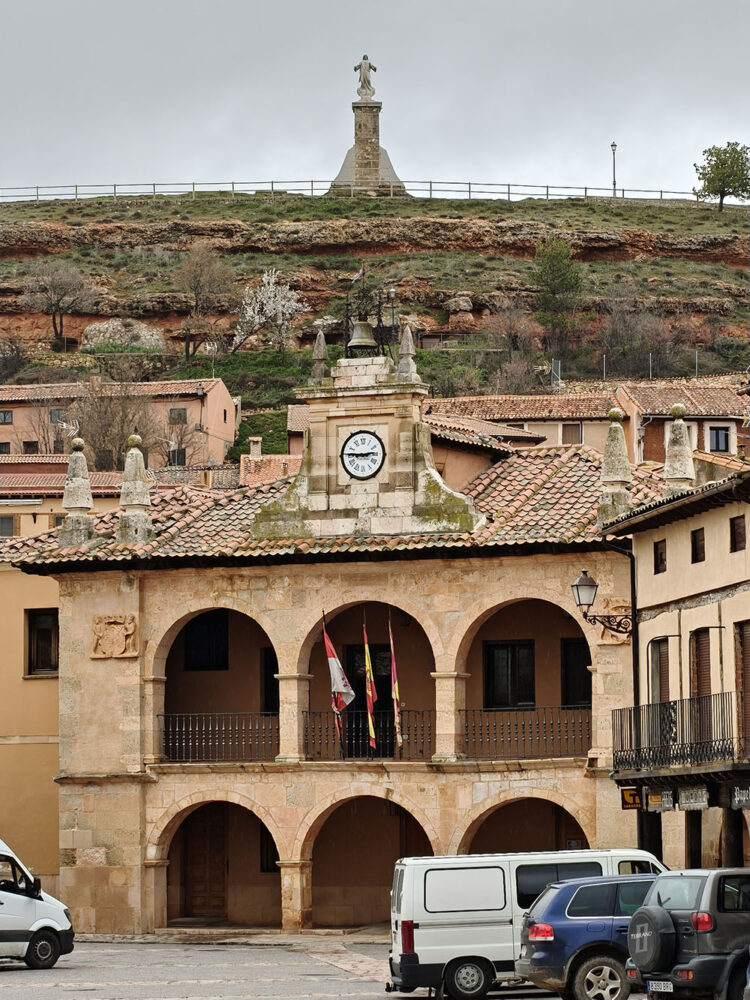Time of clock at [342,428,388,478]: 2:45
